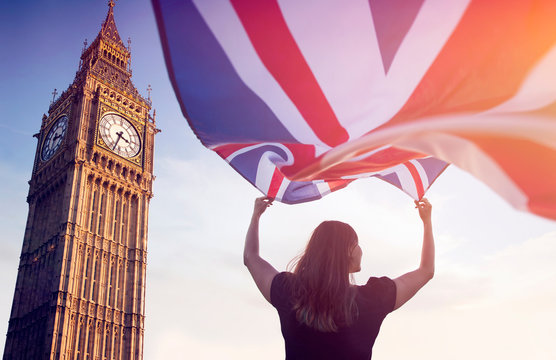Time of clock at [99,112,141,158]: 3:33
